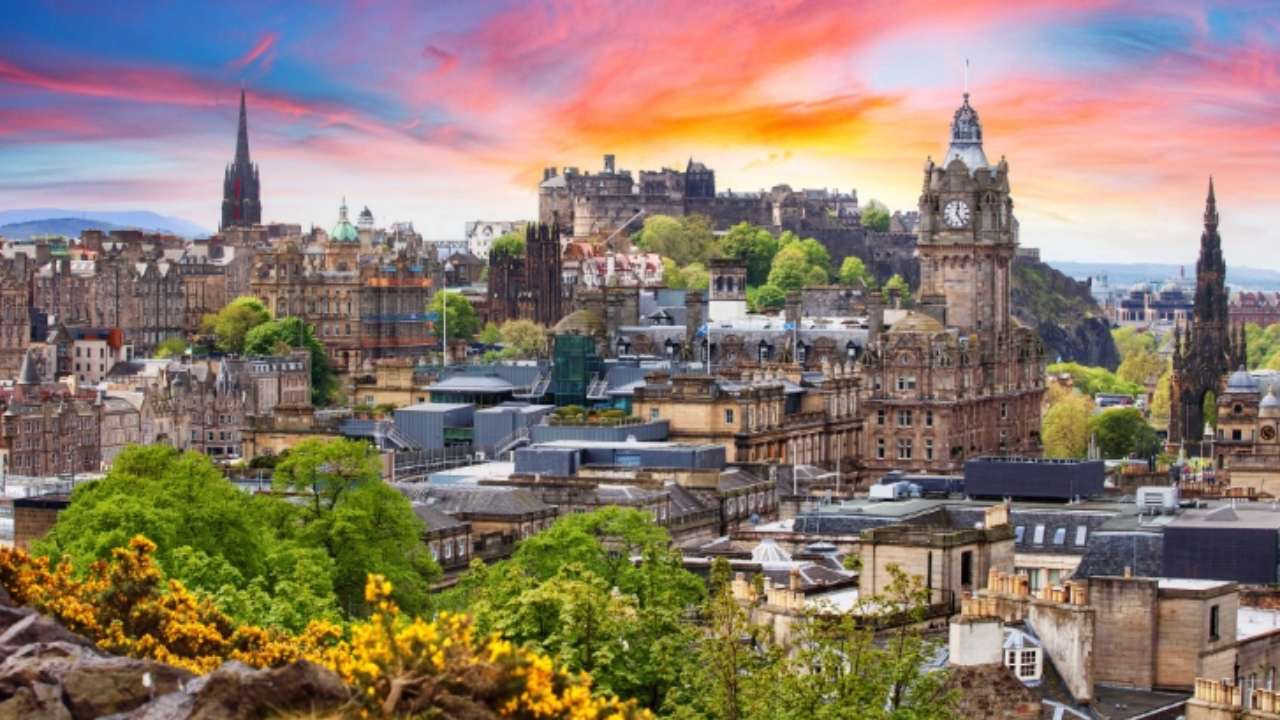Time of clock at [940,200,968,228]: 12:24
